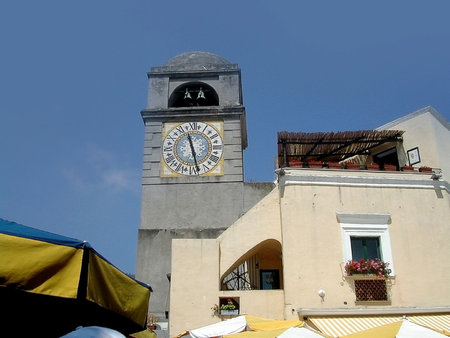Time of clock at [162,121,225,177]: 11:27
